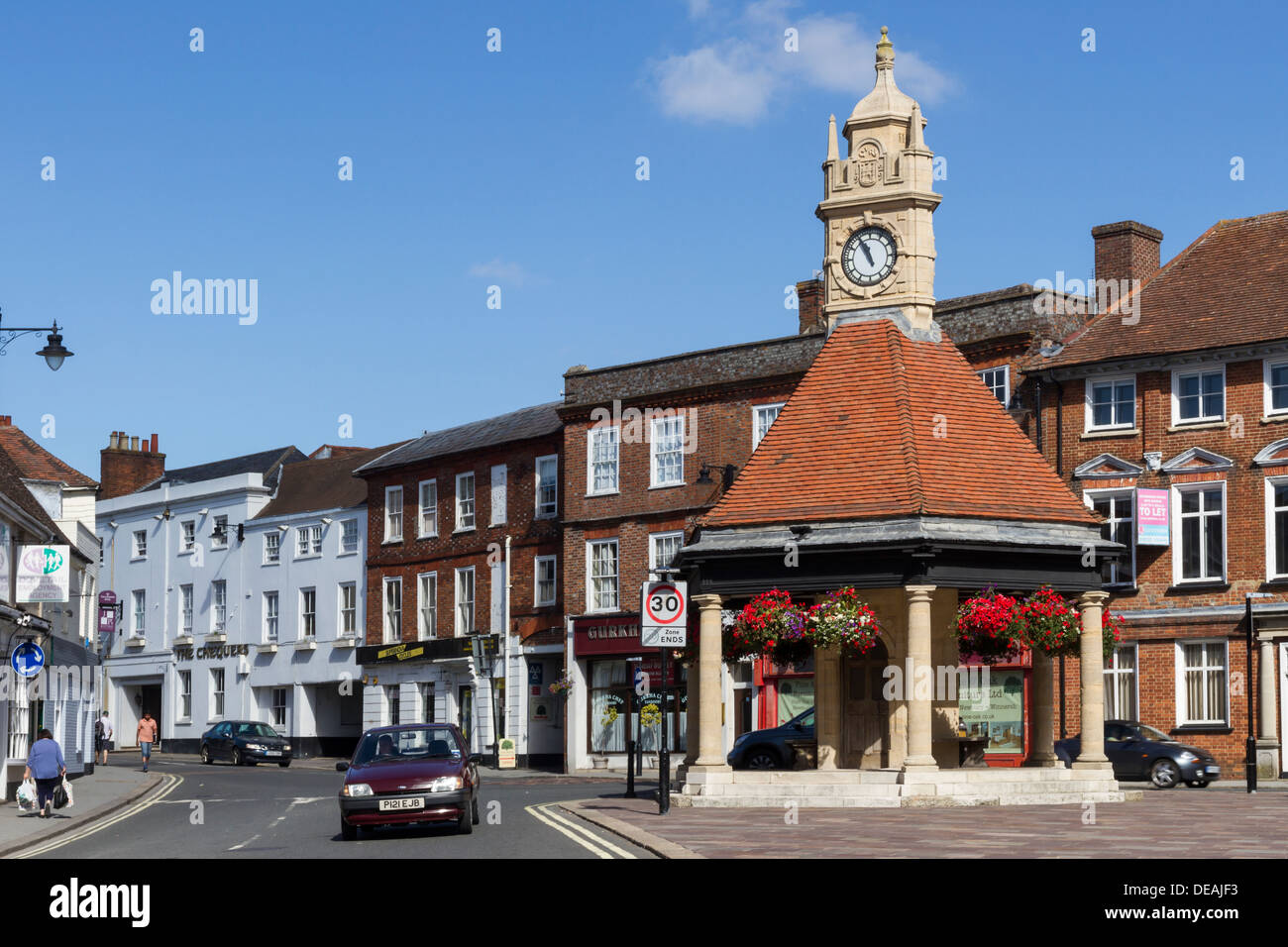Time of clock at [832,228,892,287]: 11:55
